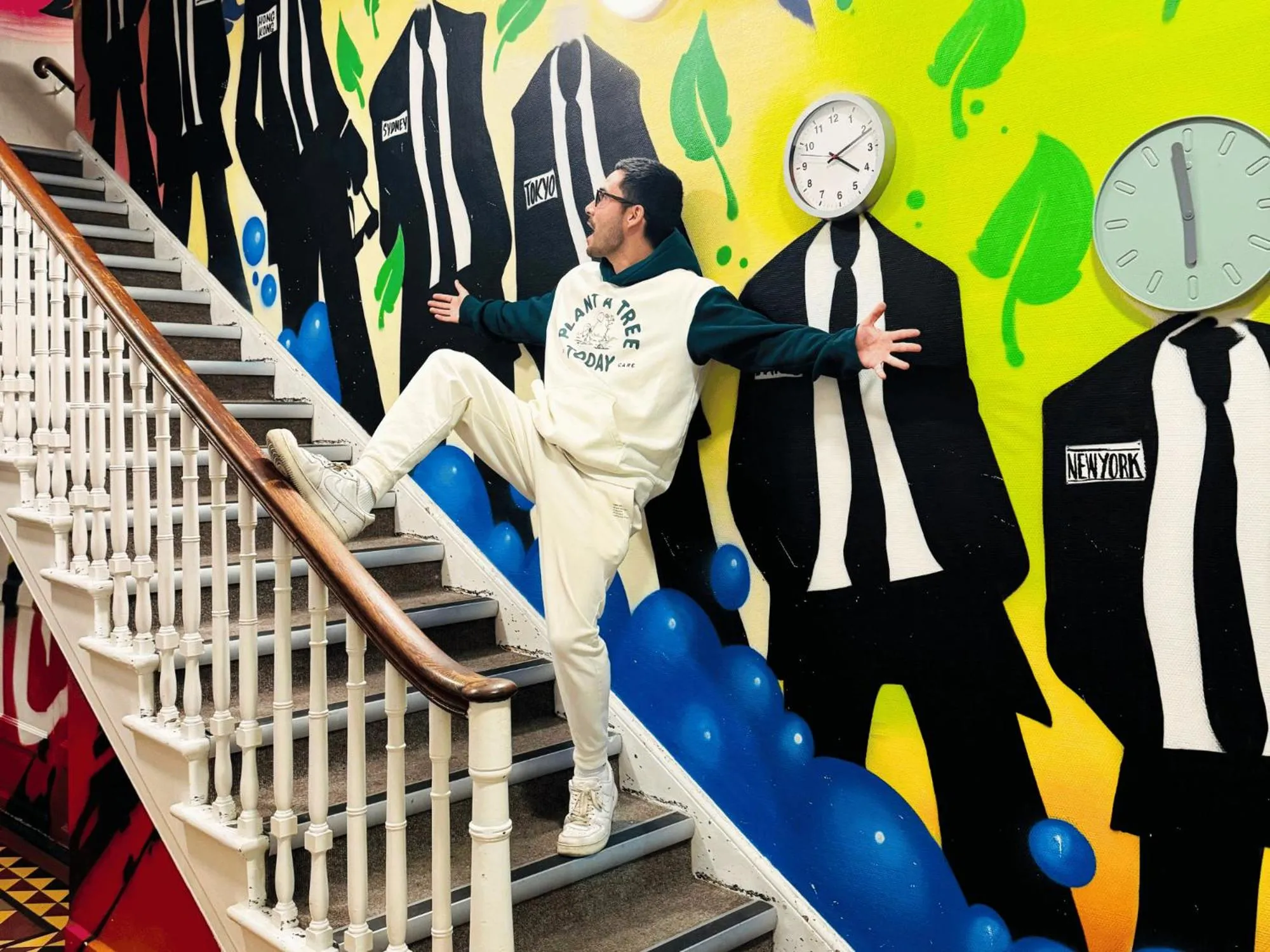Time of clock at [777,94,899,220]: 4:11
